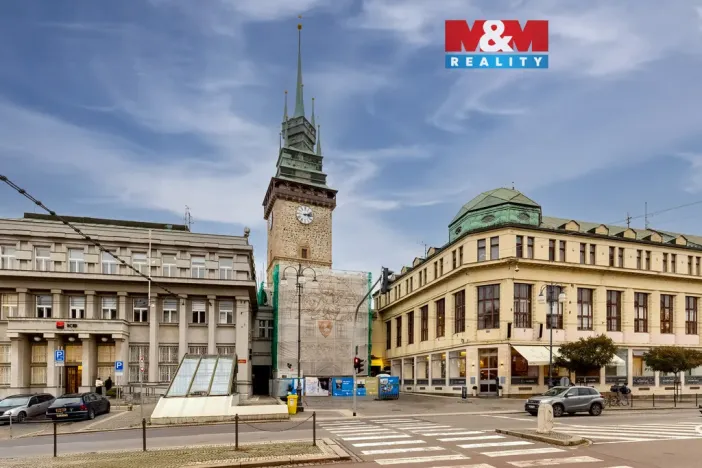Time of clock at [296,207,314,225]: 3:12
